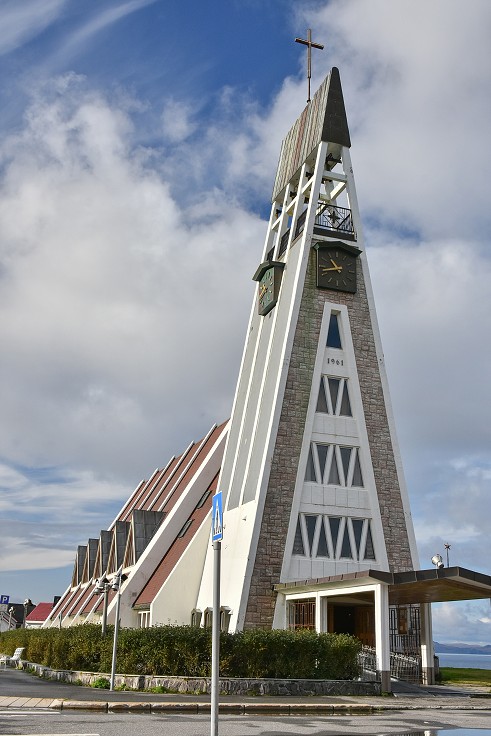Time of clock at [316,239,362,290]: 10:42
